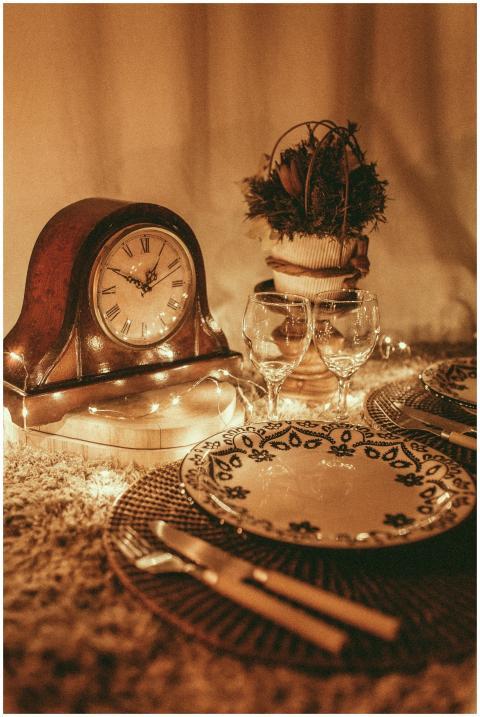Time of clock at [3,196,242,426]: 12:49
